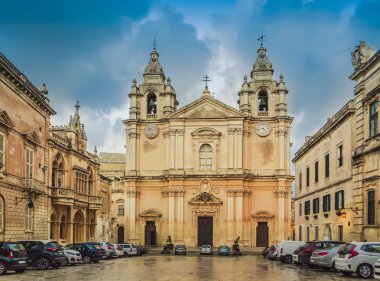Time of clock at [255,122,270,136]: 4:42
